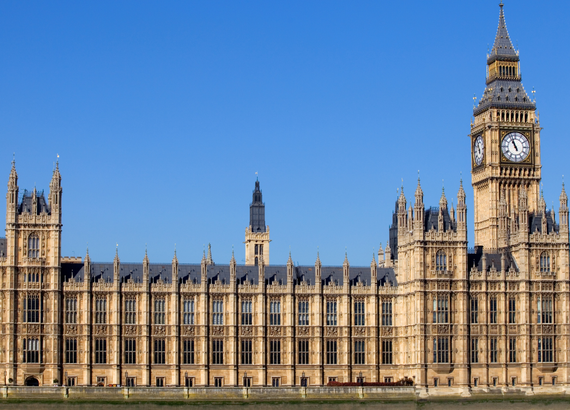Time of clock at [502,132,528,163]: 10:56
